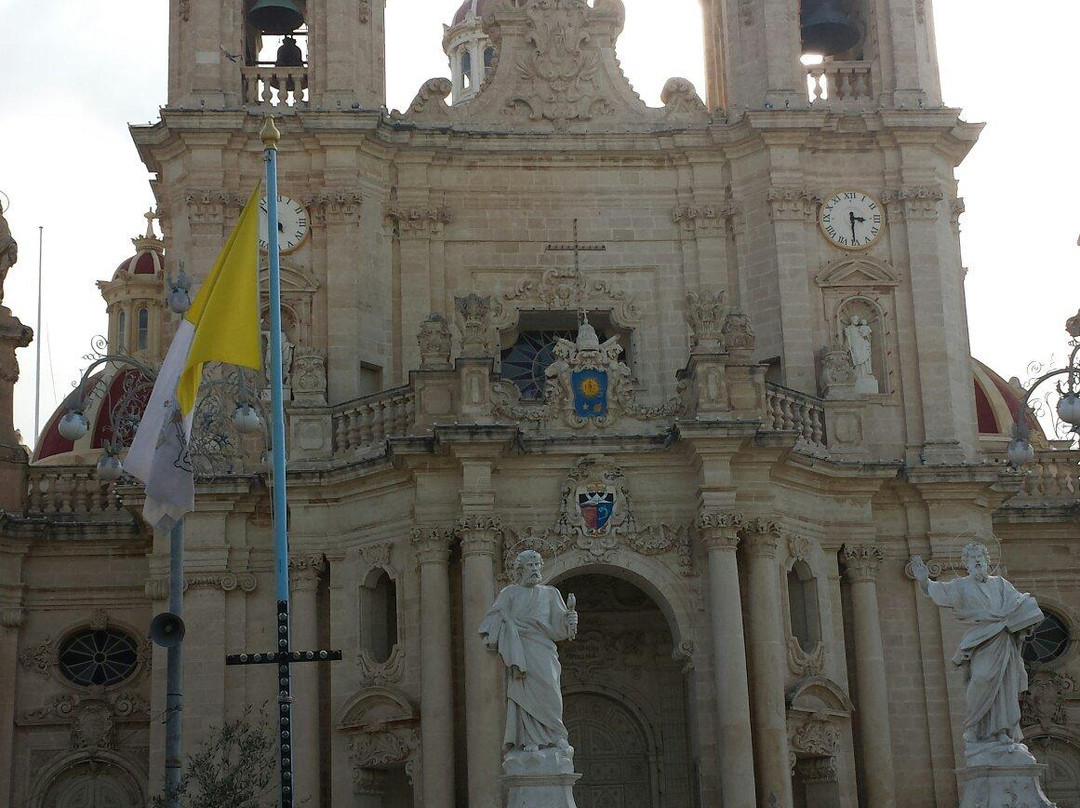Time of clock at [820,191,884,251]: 3:30
